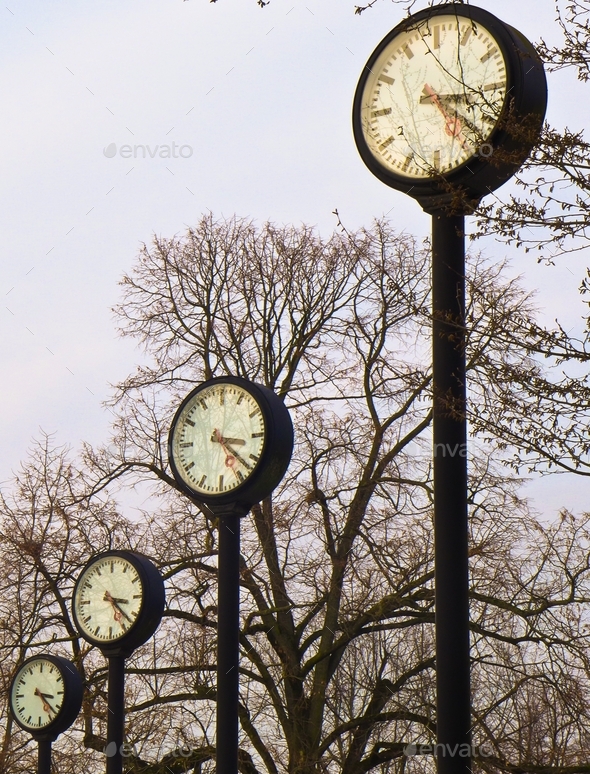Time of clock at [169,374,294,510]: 3:22
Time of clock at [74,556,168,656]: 3:22
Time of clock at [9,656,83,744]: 3:22
